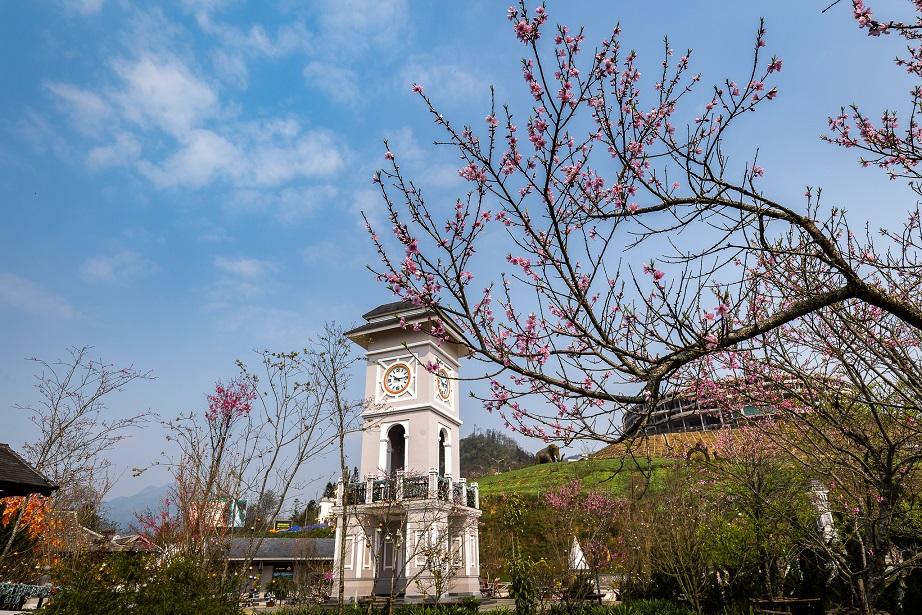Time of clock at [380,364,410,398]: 10:14
